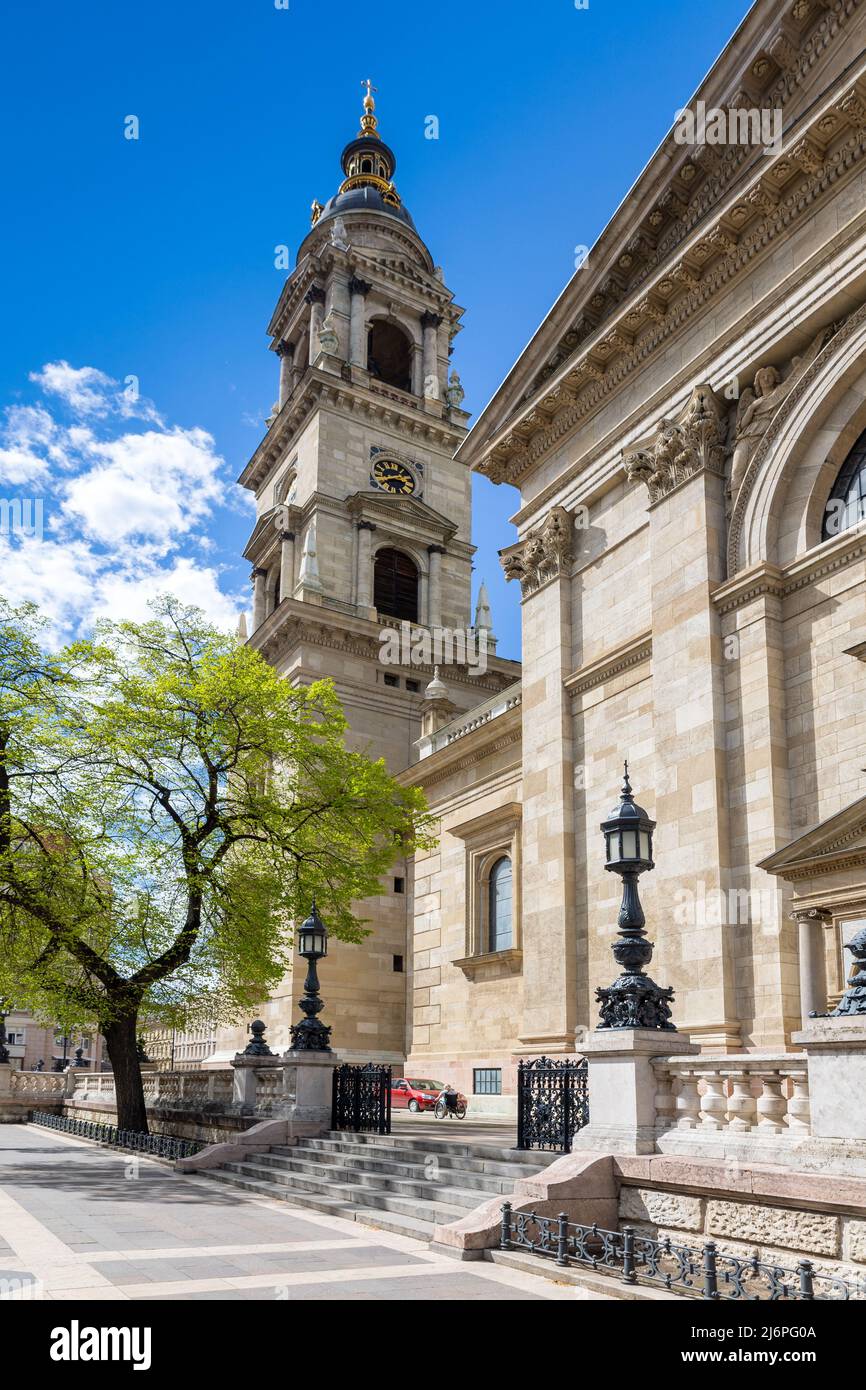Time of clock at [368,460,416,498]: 2:40
